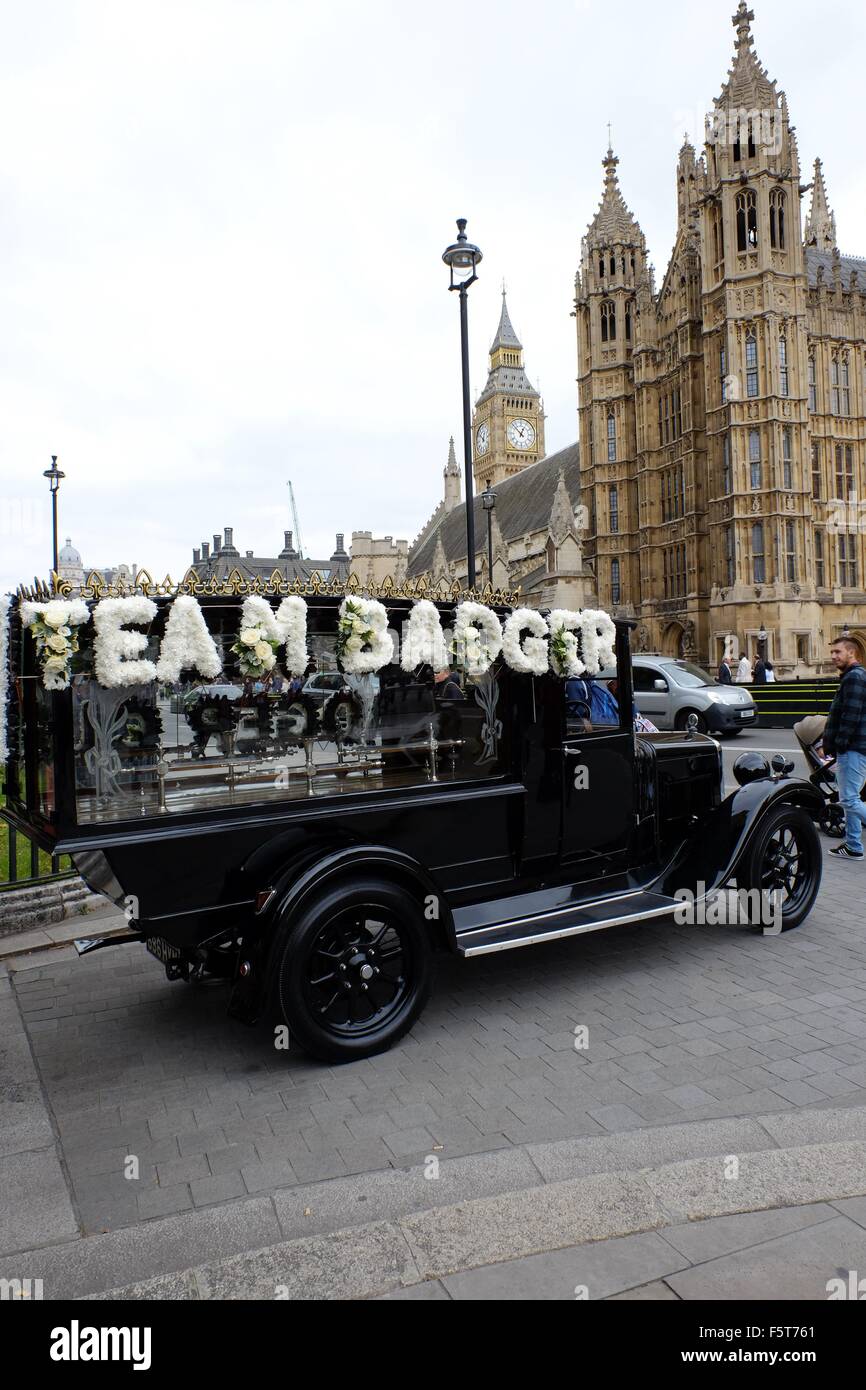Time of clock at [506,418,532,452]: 12:52
